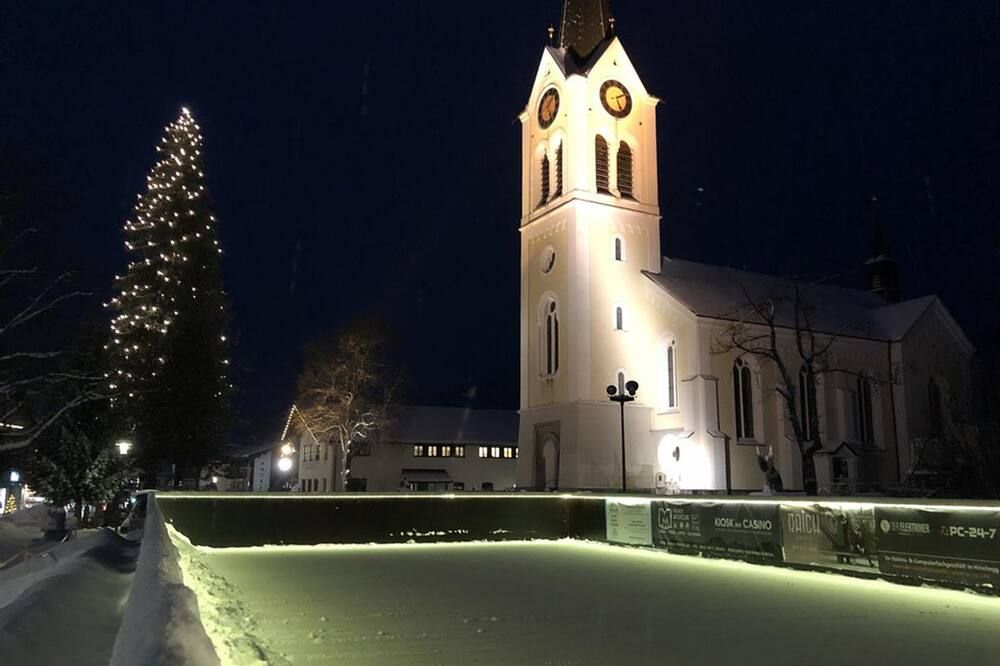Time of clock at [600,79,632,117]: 5:11
